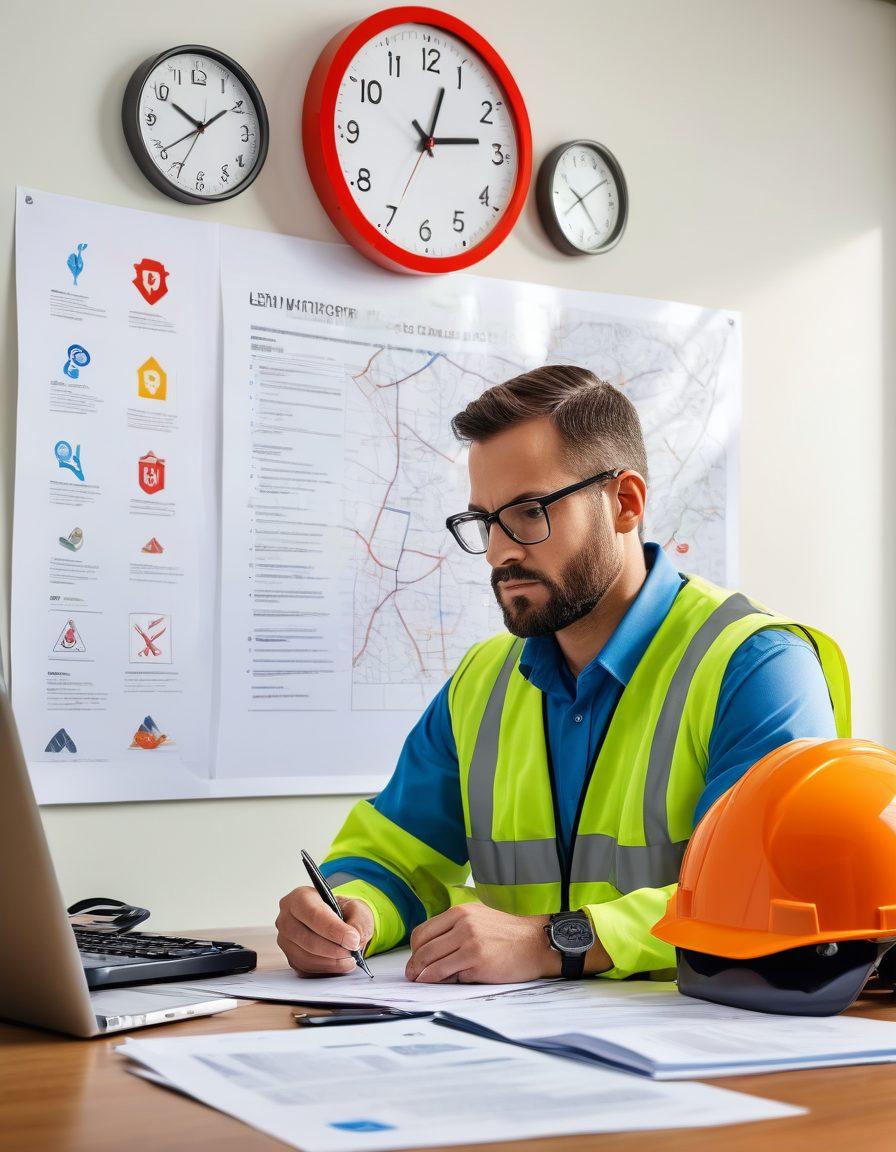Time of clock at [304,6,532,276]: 12:13
